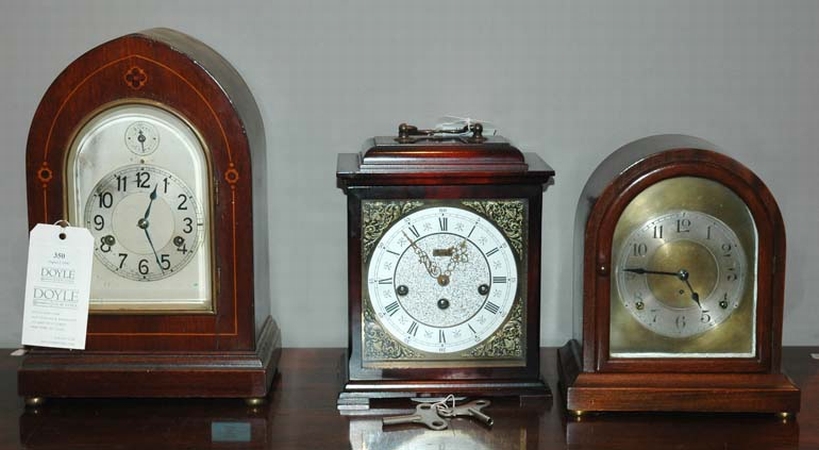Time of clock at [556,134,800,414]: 4:45
